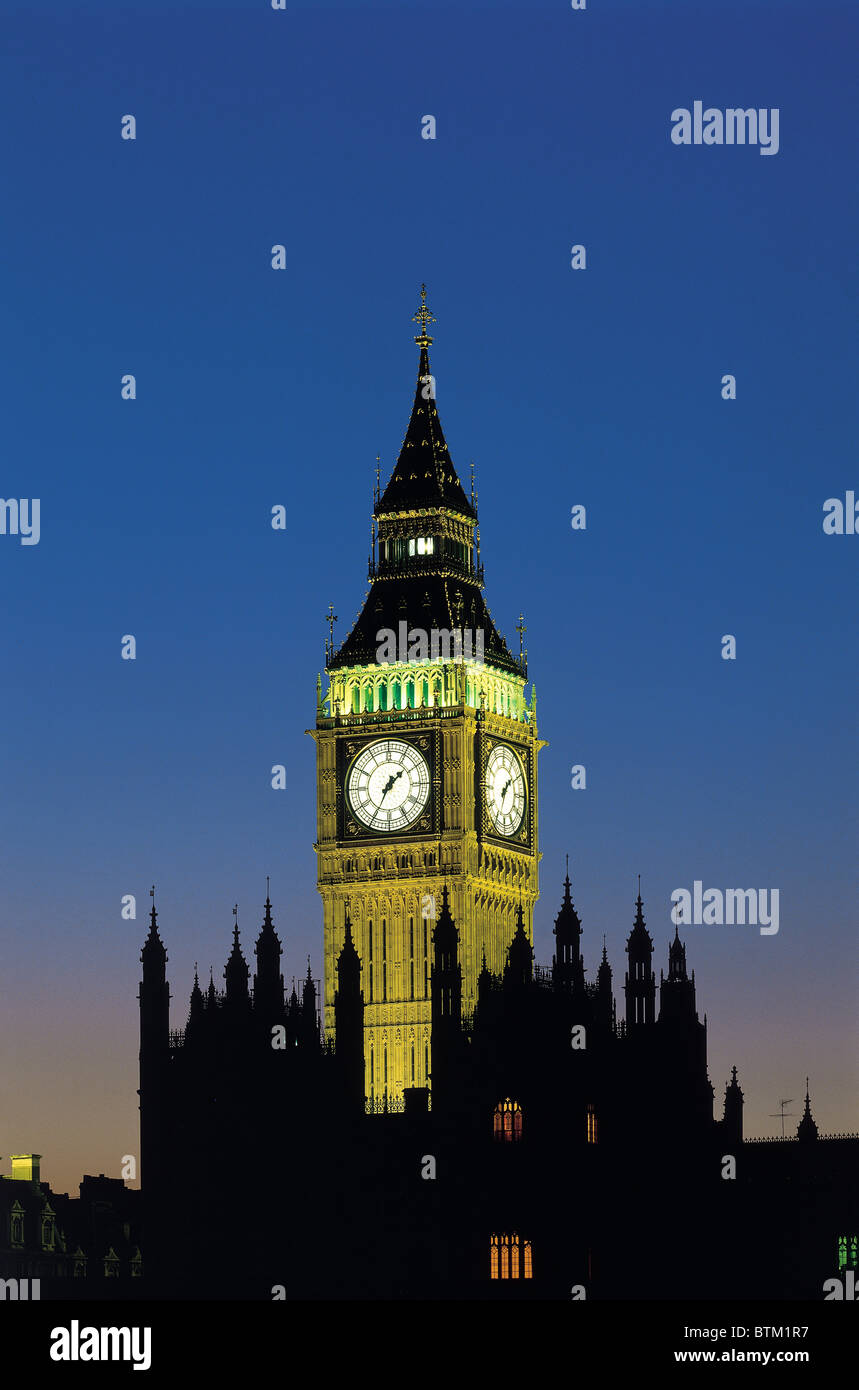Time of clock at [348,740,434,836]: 1:34
